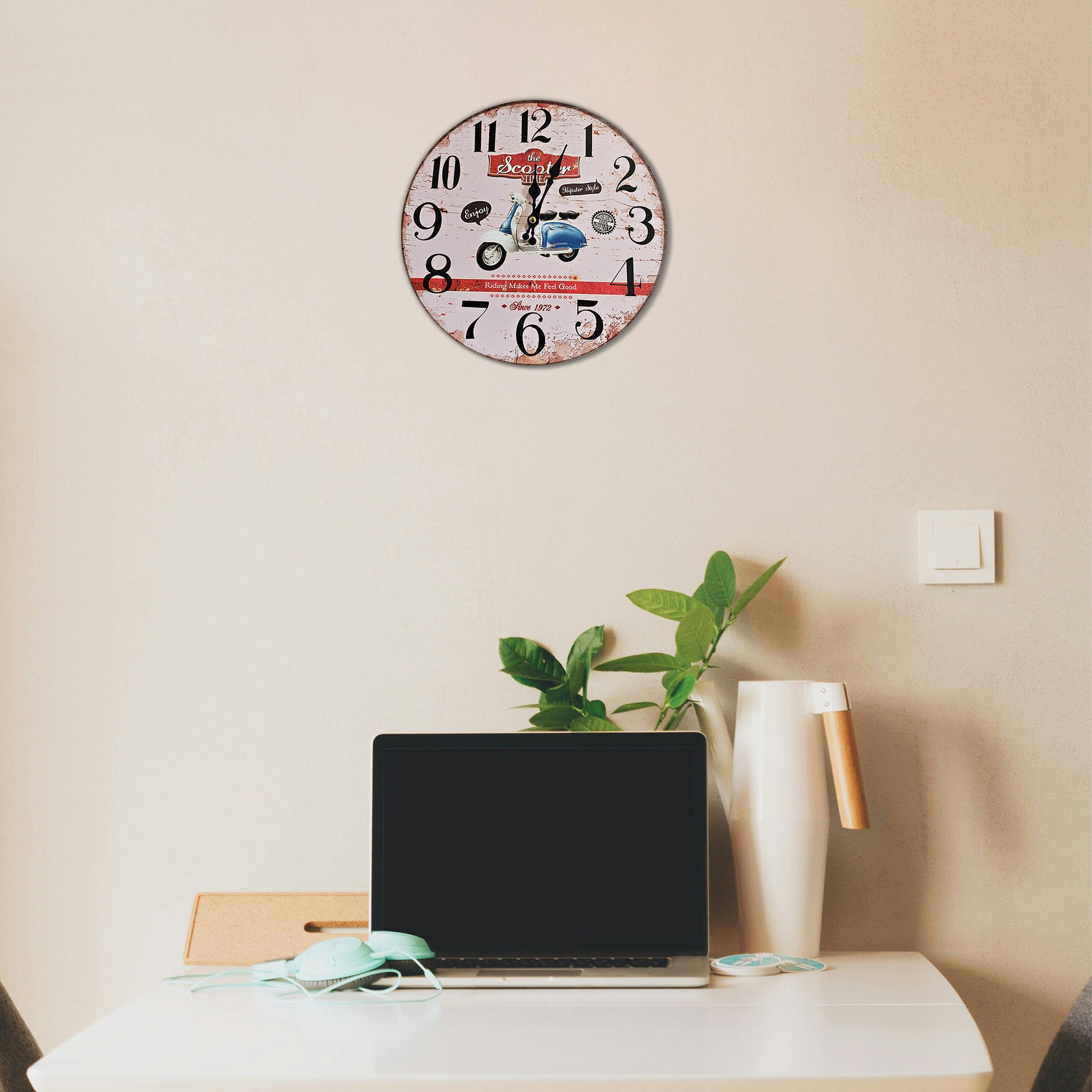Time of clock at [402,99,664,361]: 12:03
